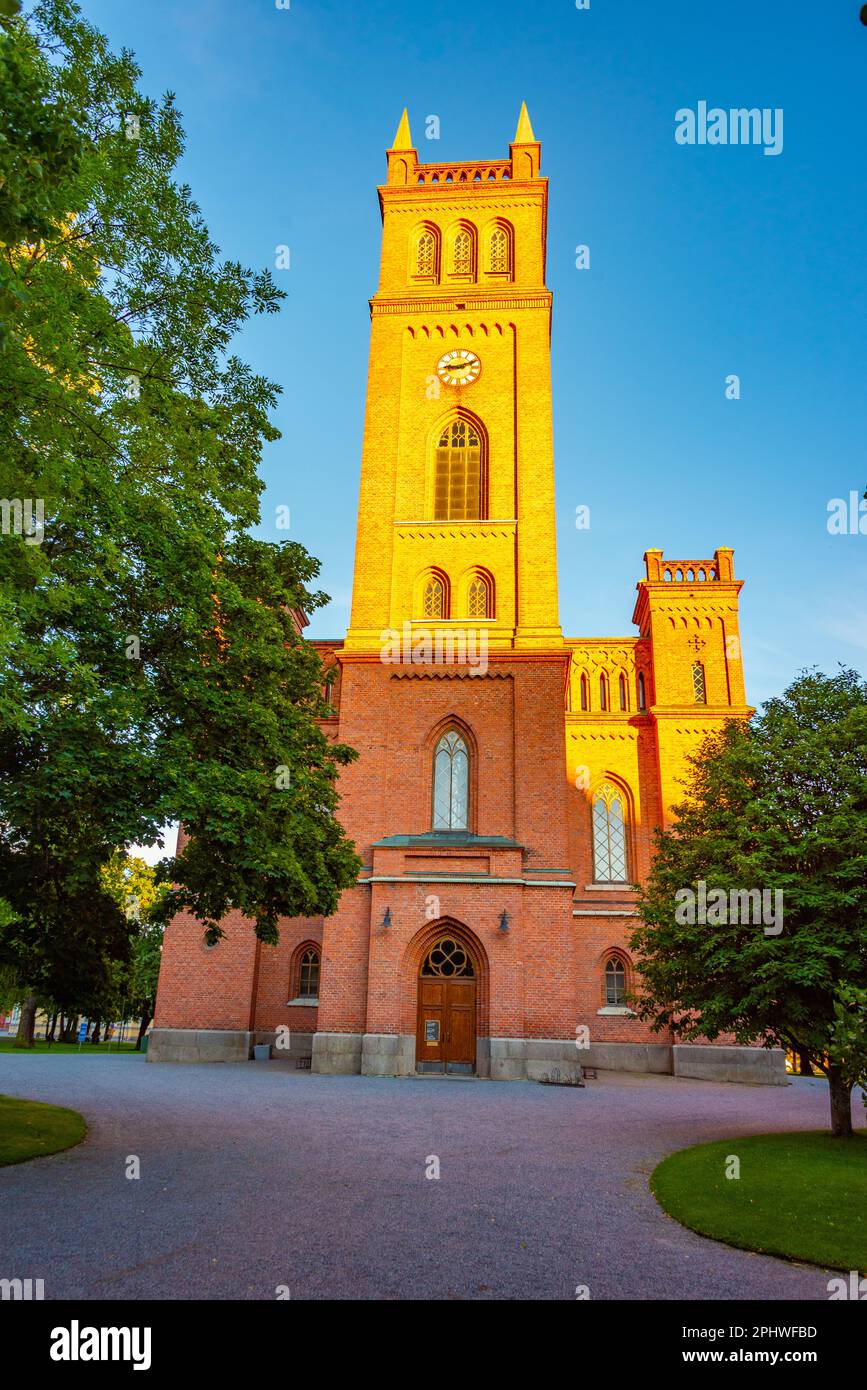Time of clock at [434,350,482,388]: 9:11
